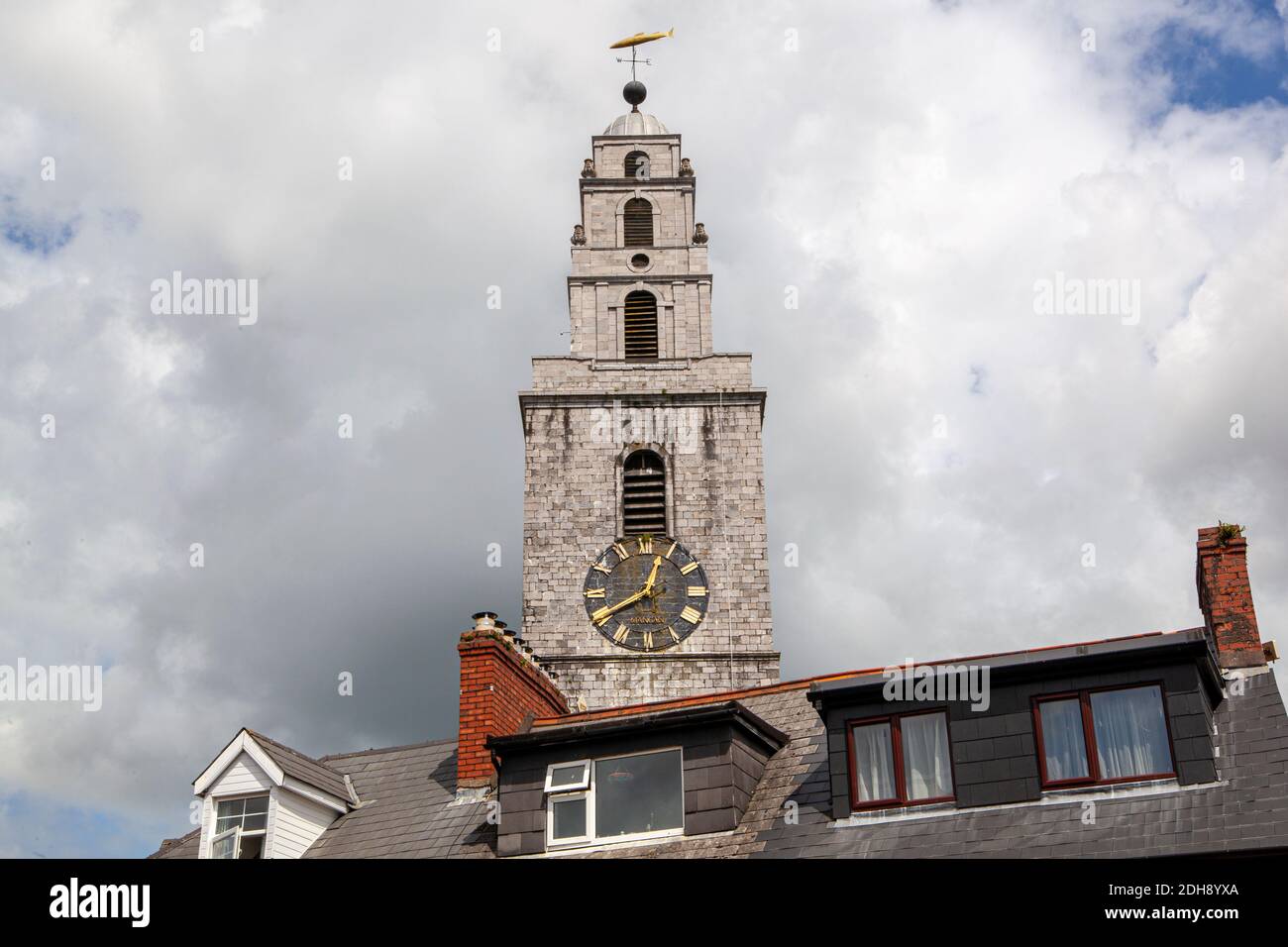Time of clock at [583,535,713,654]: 12:40
